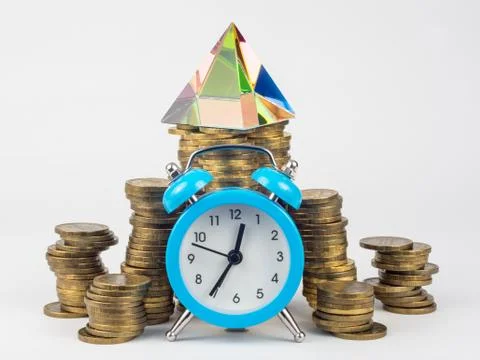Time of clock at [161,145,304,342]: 12:35
